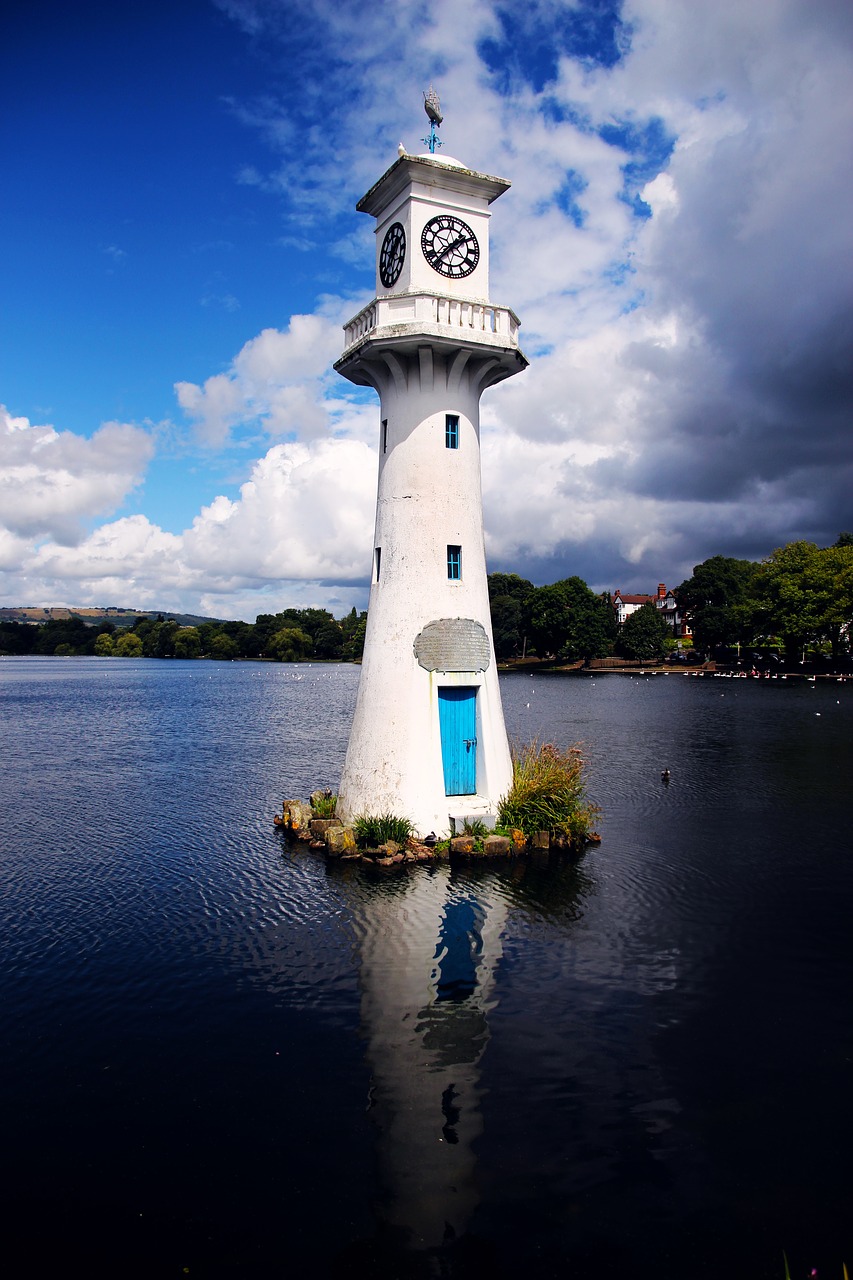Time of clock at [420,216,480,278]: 1:36
